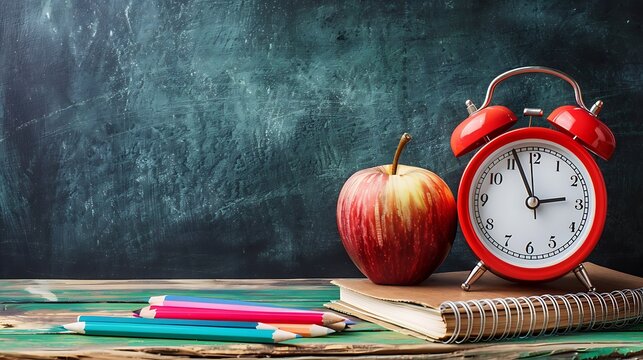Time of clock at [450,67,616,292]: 2:56
